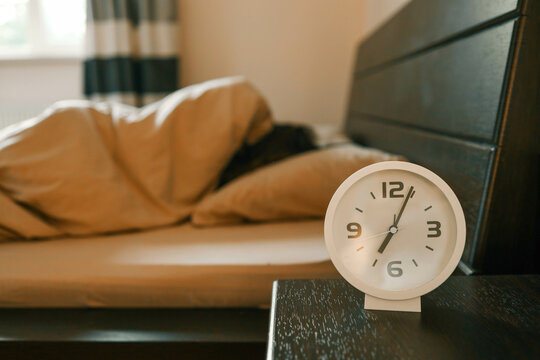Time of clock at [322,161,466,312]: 7:04
